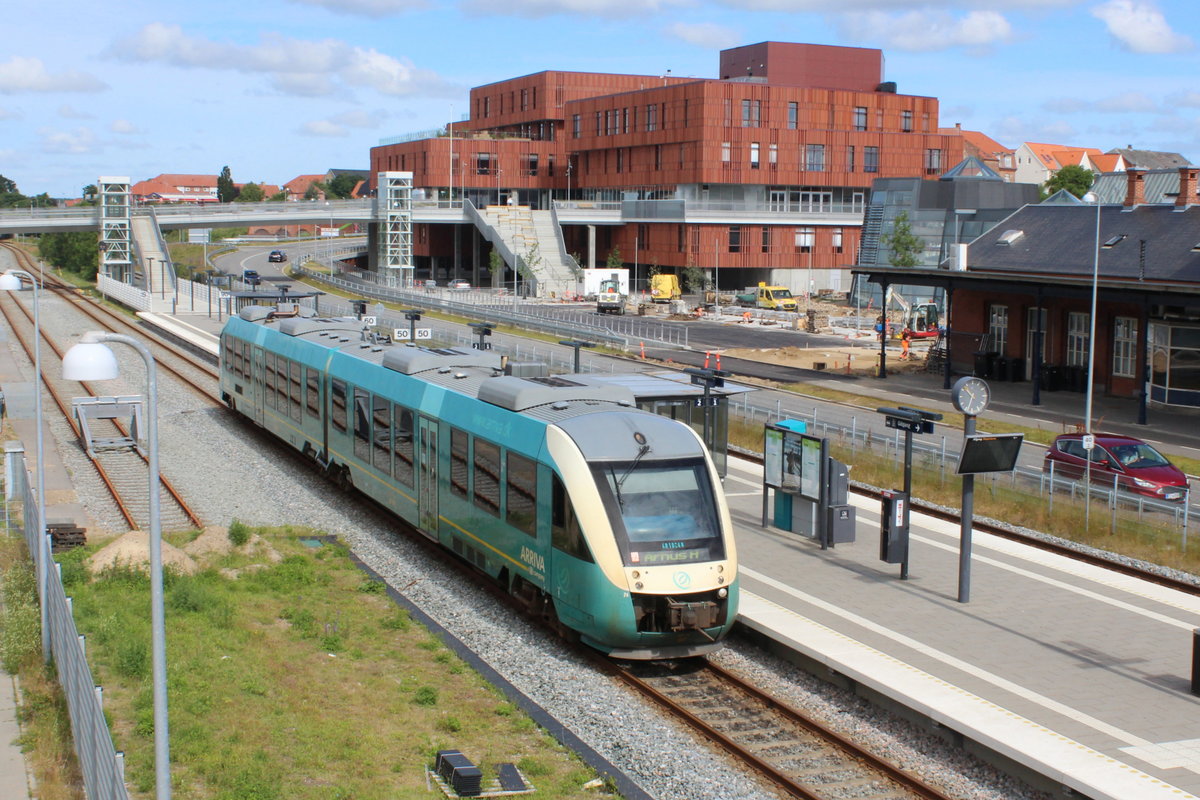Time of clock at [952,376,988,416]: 10:33
